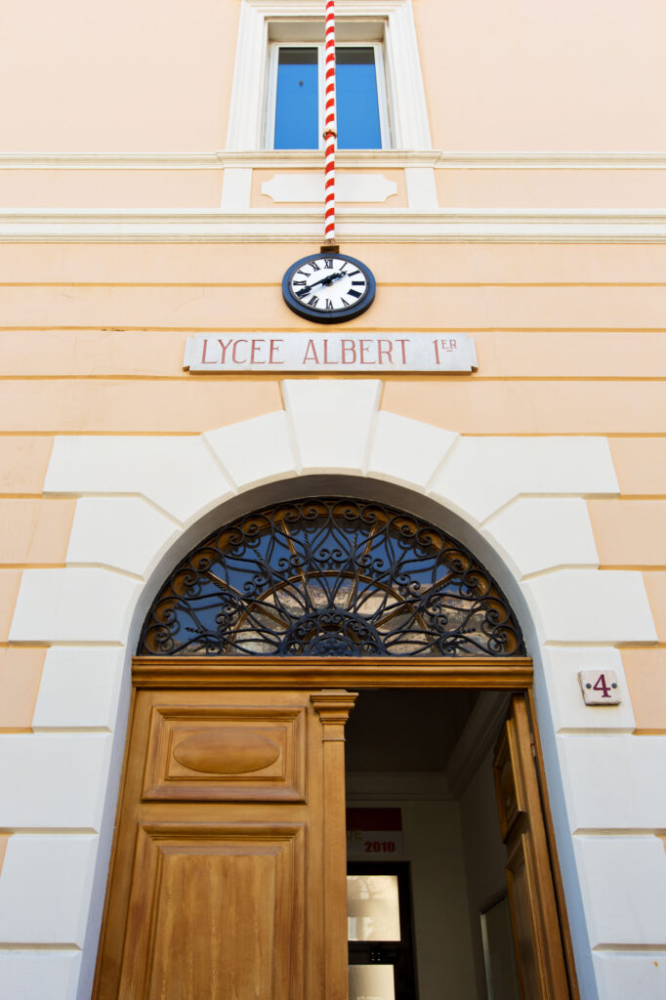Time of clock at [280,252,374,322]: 1:40
